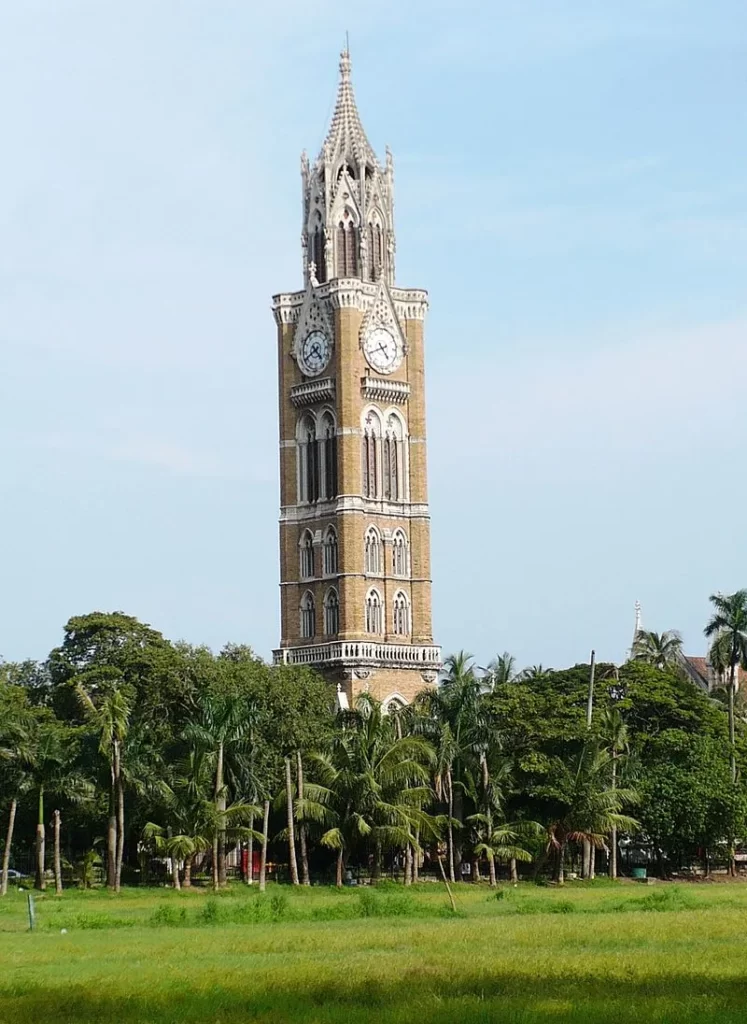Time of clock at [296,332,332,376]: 4:40
